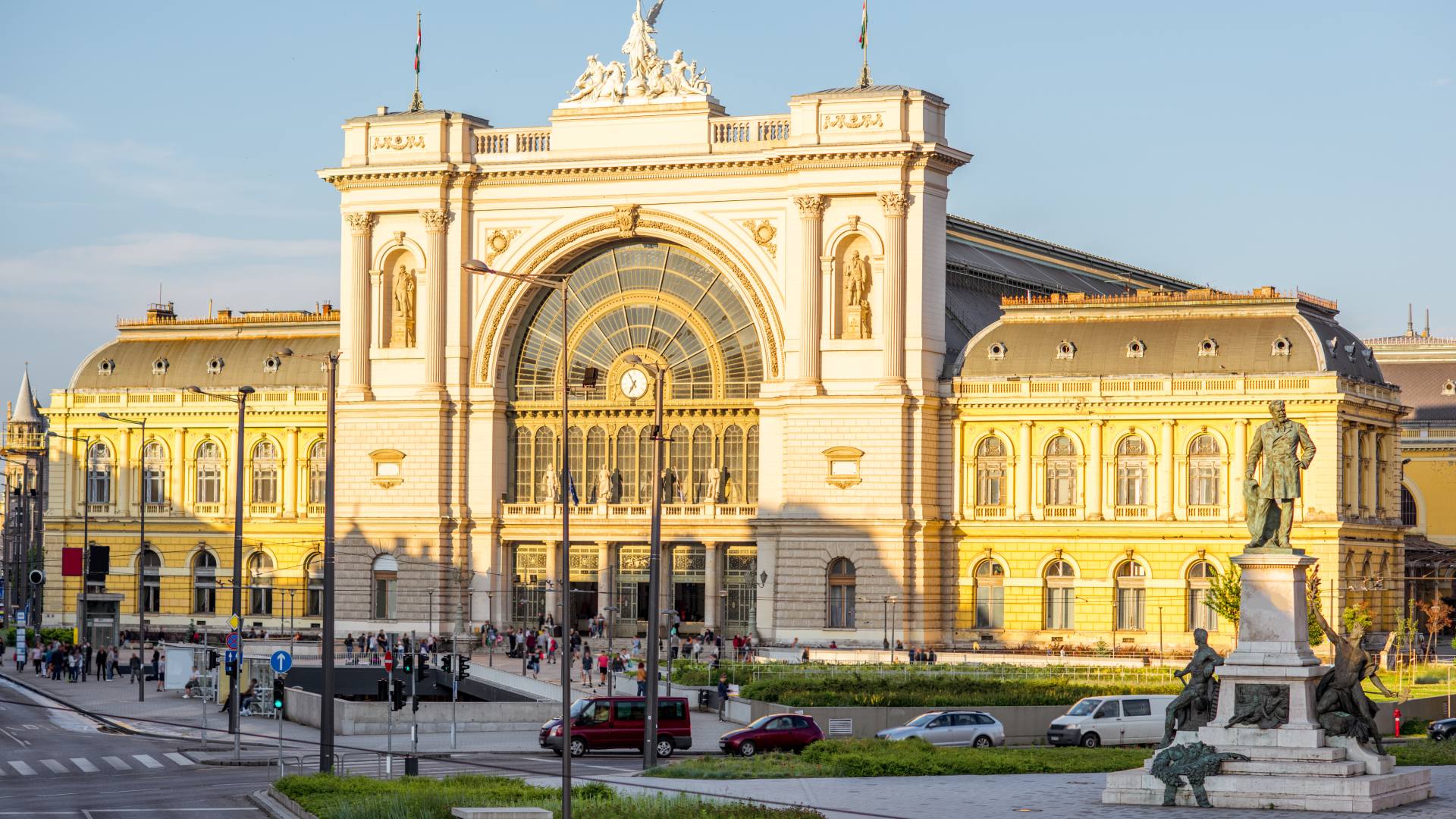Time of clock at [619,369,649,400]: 6:55
